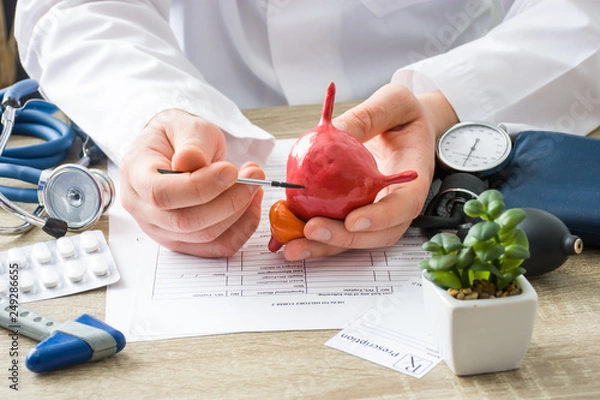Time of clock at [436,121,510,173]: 12:32
